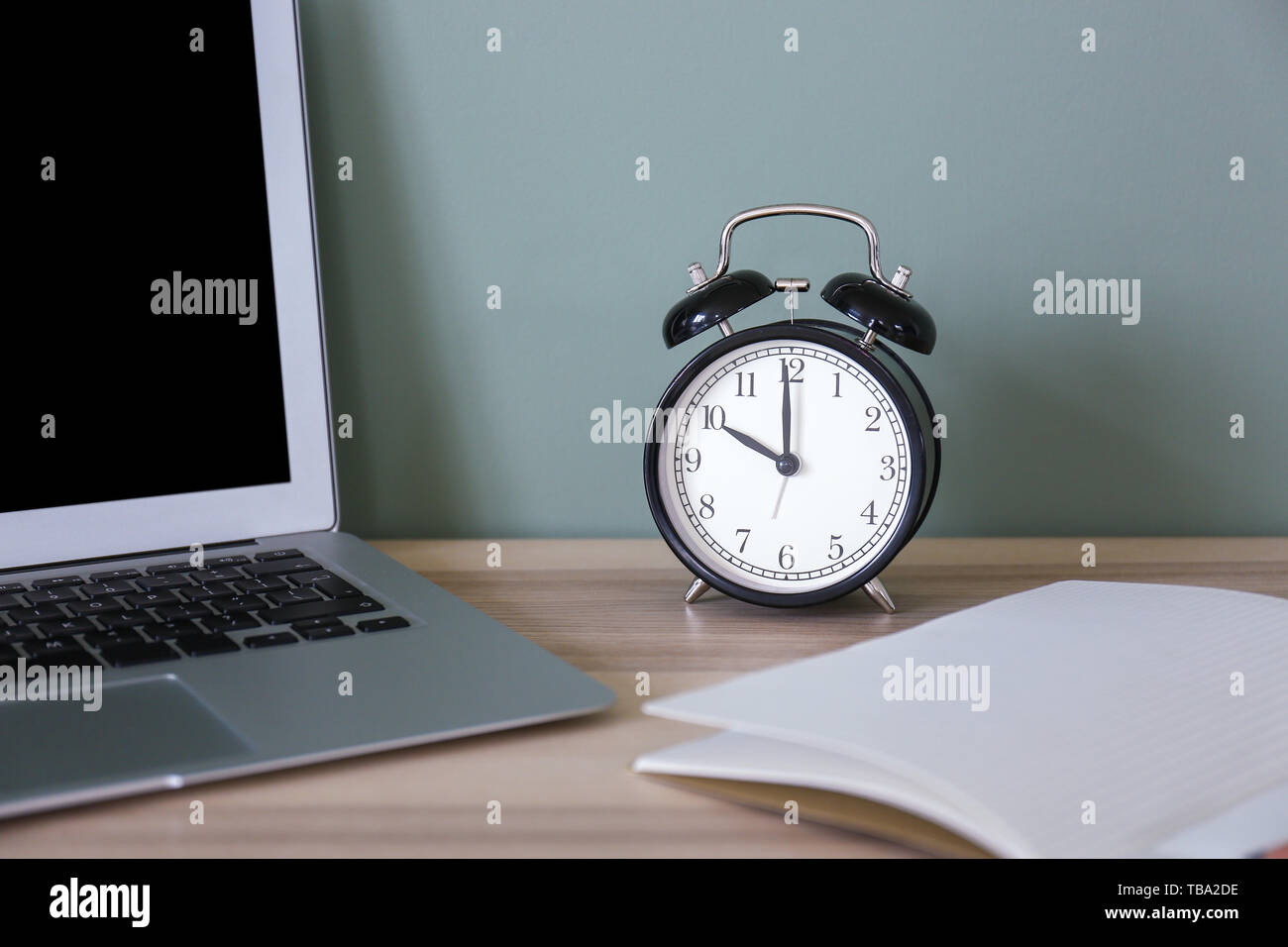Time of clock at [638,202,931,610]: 9:59
